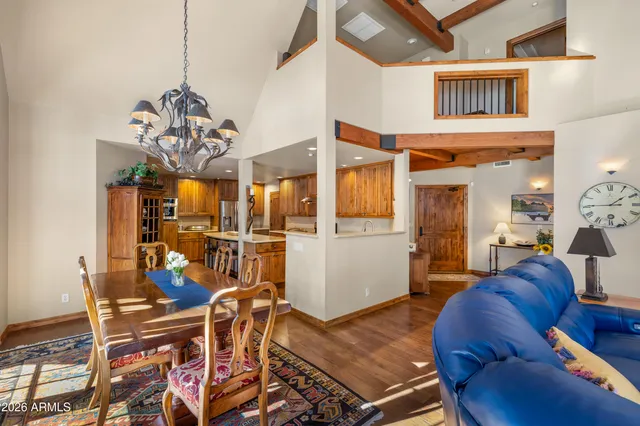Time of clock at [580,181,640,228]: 1:45
